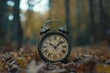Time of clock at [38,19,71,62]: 10:07
